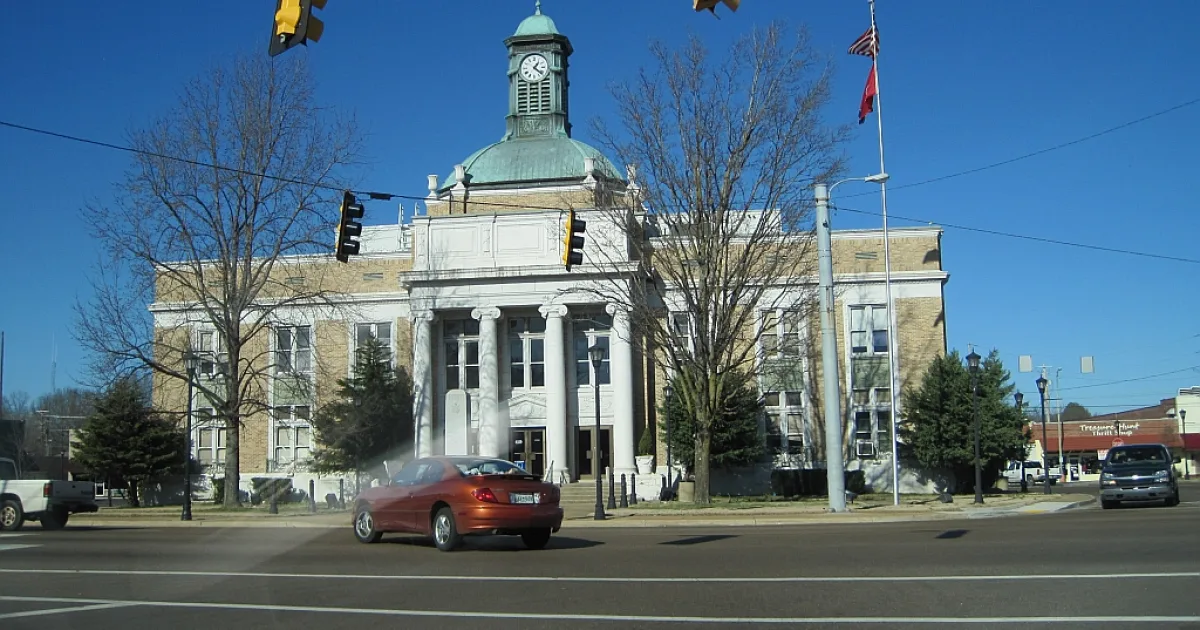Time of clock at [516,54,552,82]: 1:21
